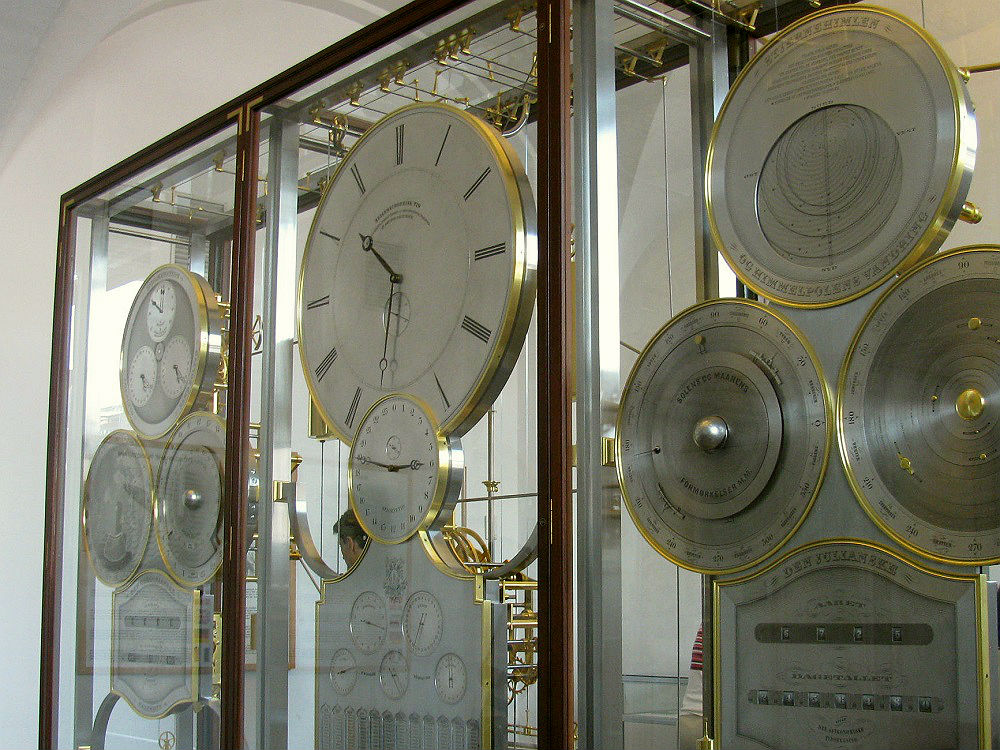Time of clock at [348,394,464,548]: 2:46
